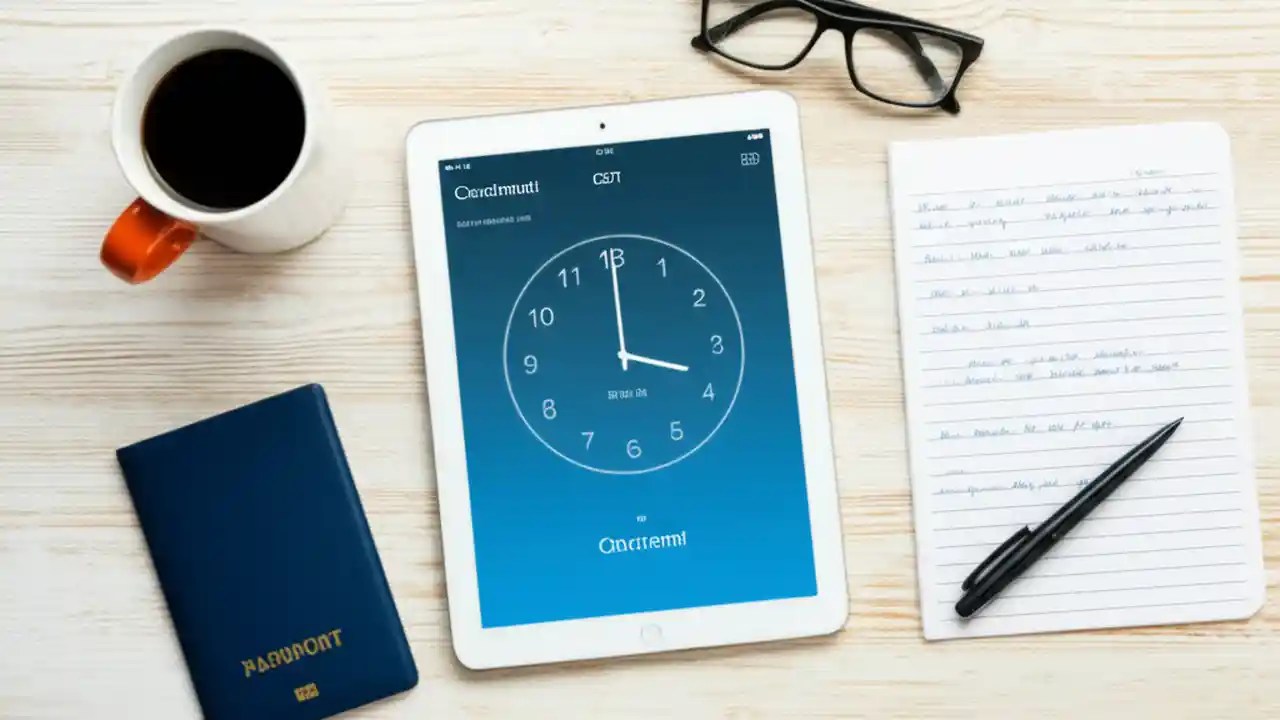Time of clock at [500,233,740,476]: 4:00
